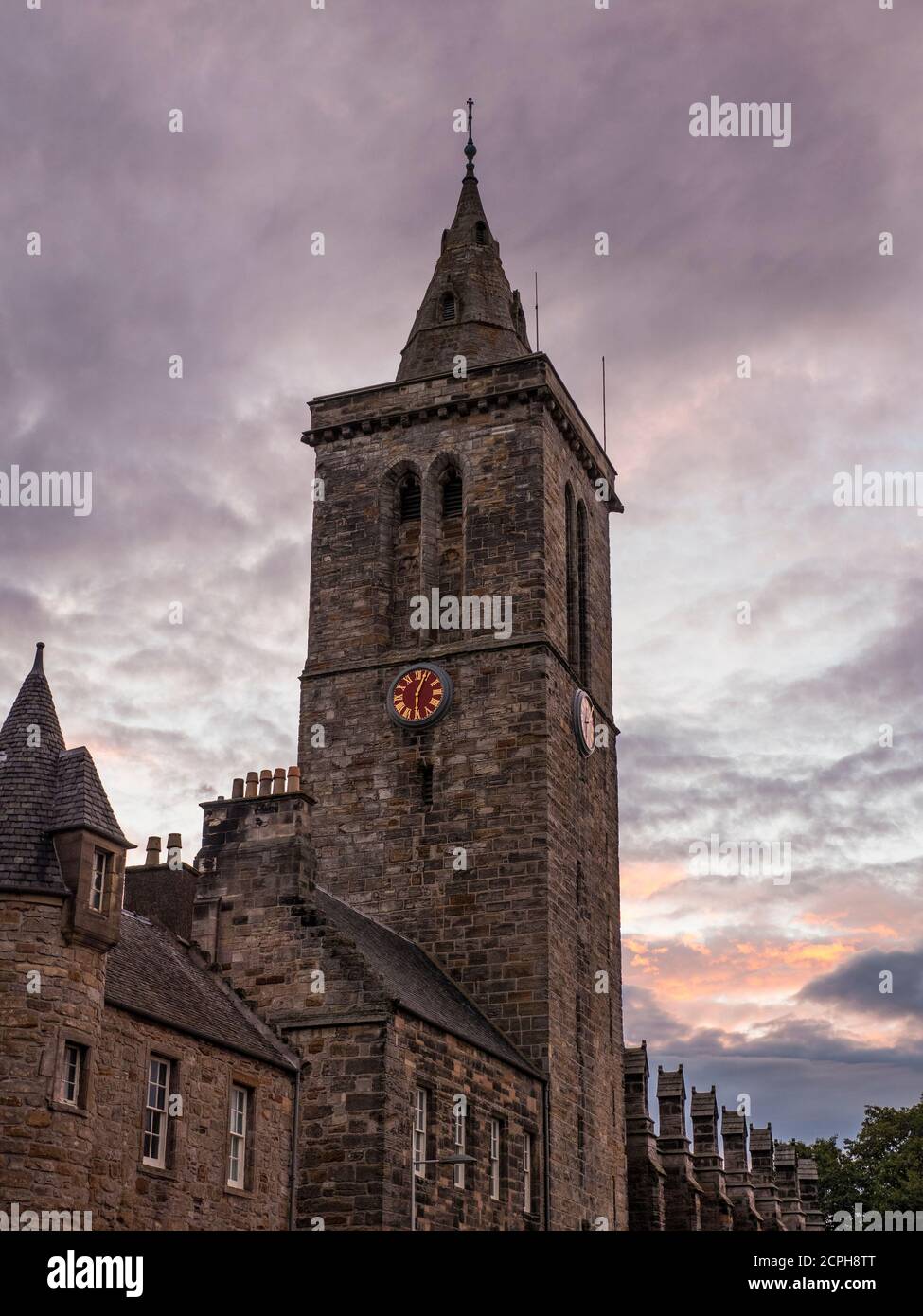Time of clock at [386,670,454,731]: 6:03
